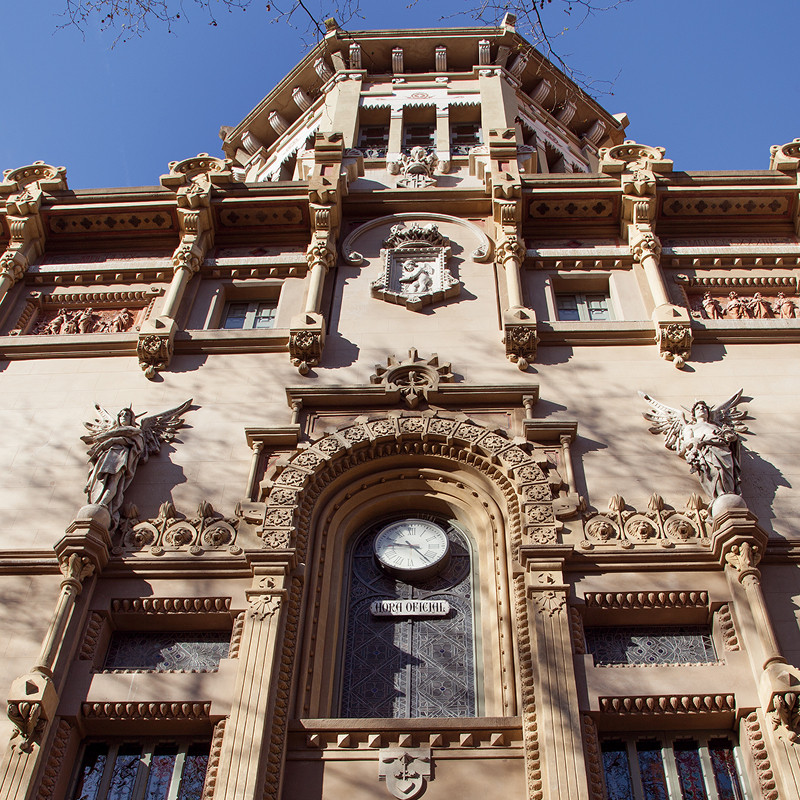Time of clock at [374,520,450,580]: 9:23
